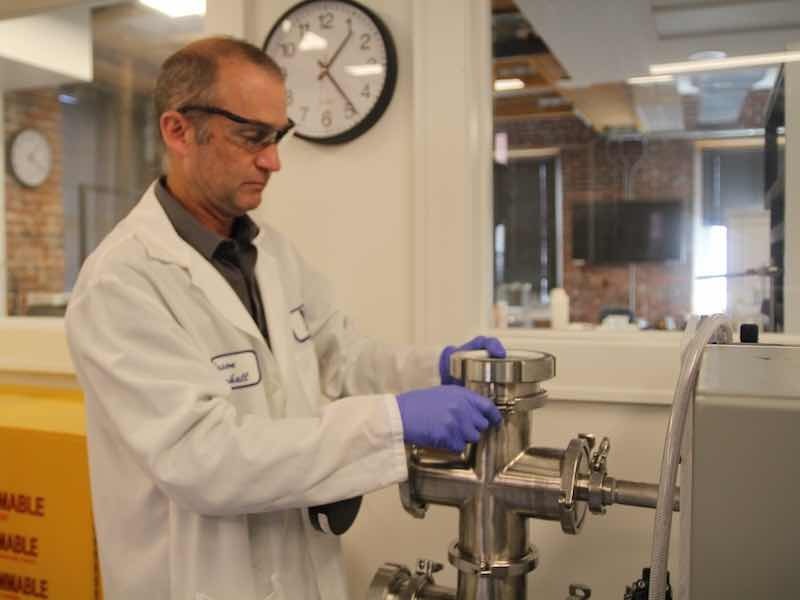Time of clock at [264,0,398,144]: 1:23
